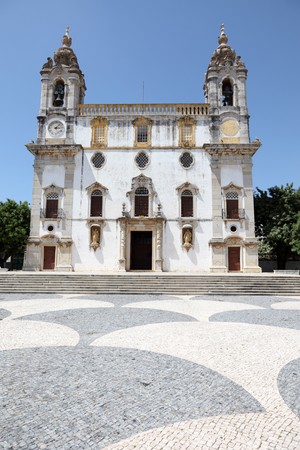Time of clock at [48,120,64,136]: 3:07
